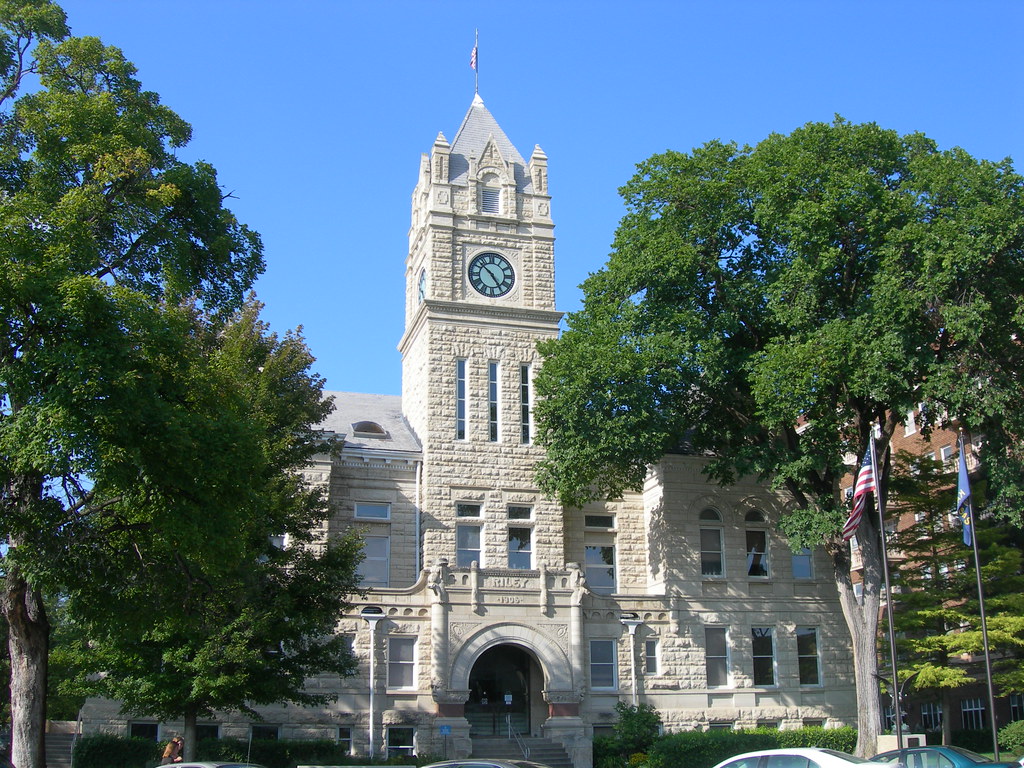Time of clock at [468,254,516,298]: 4:52
